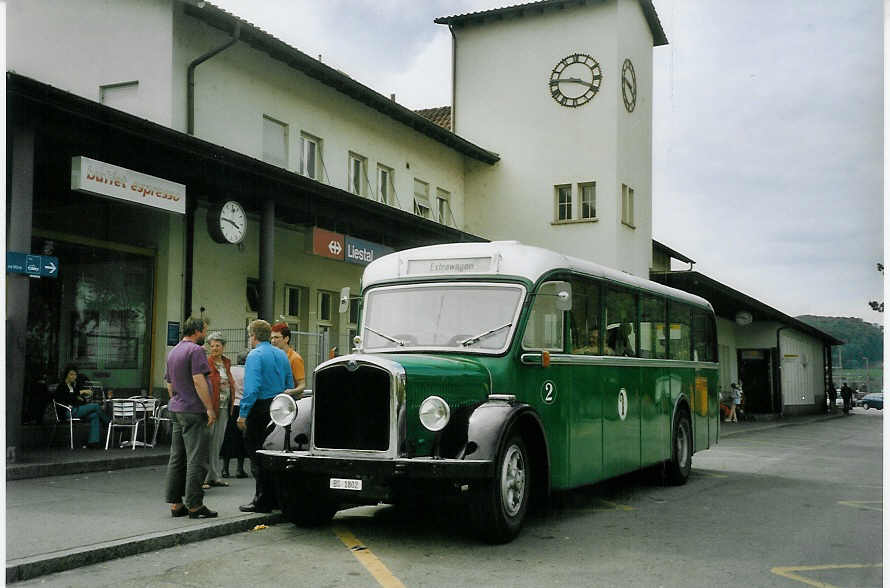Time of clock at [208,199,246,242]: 3:45
